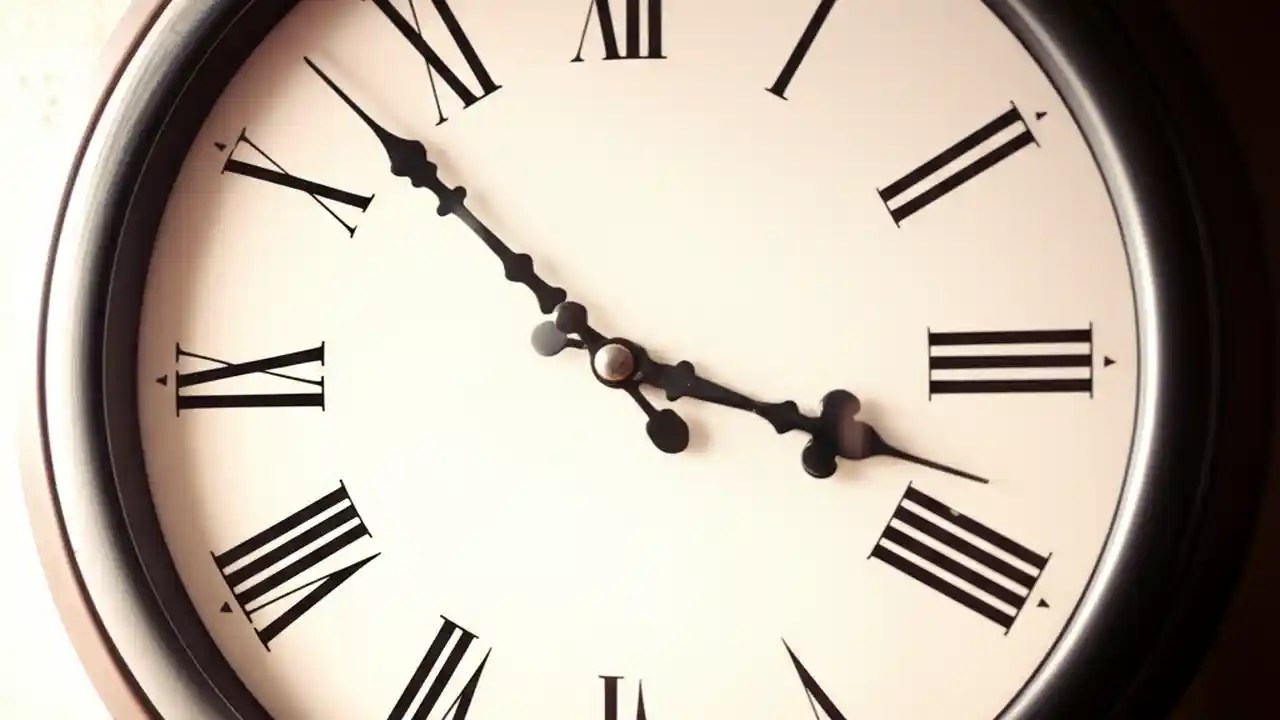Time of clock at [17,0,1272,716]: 3:52
